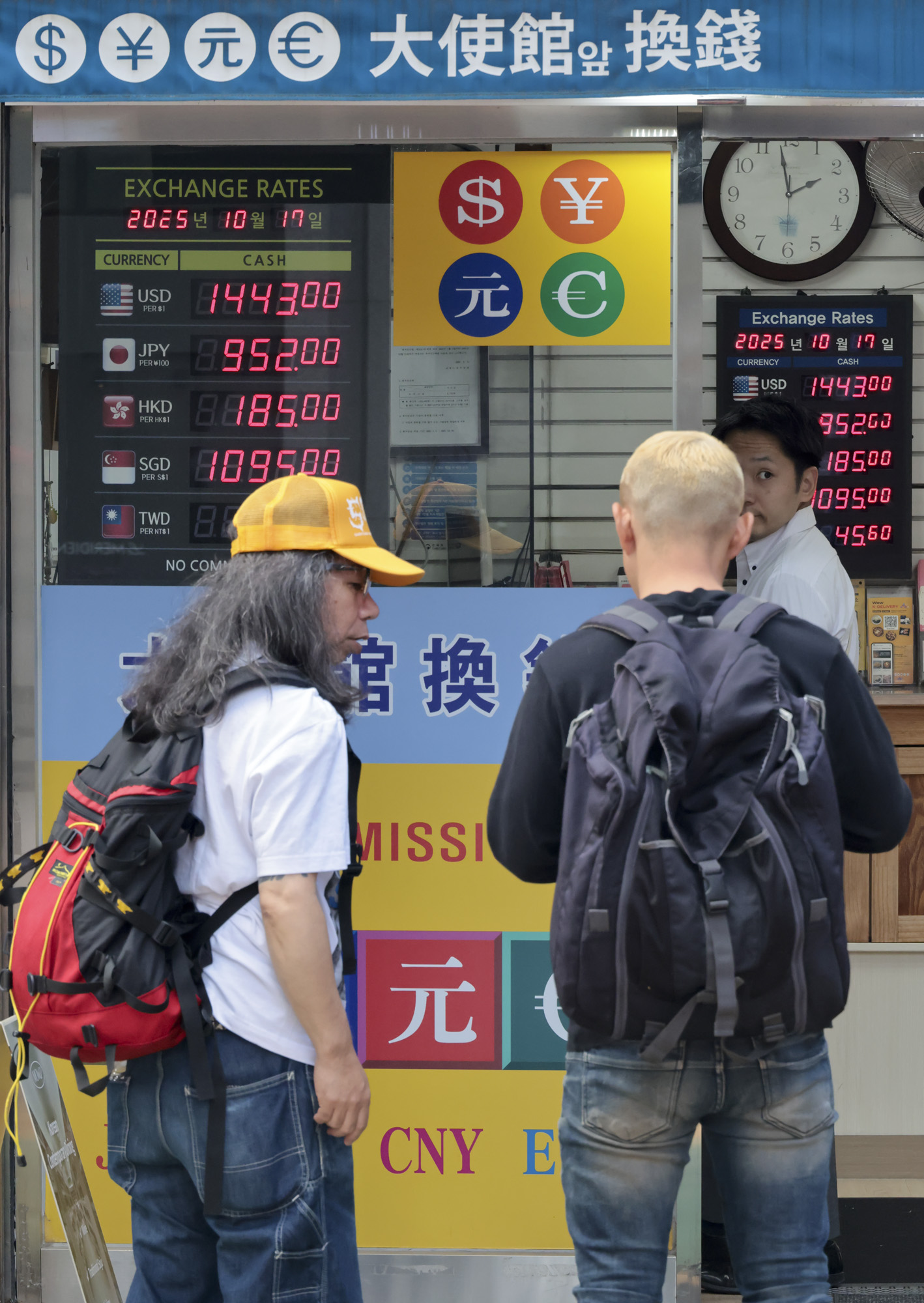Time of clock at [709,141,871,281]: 1:58
